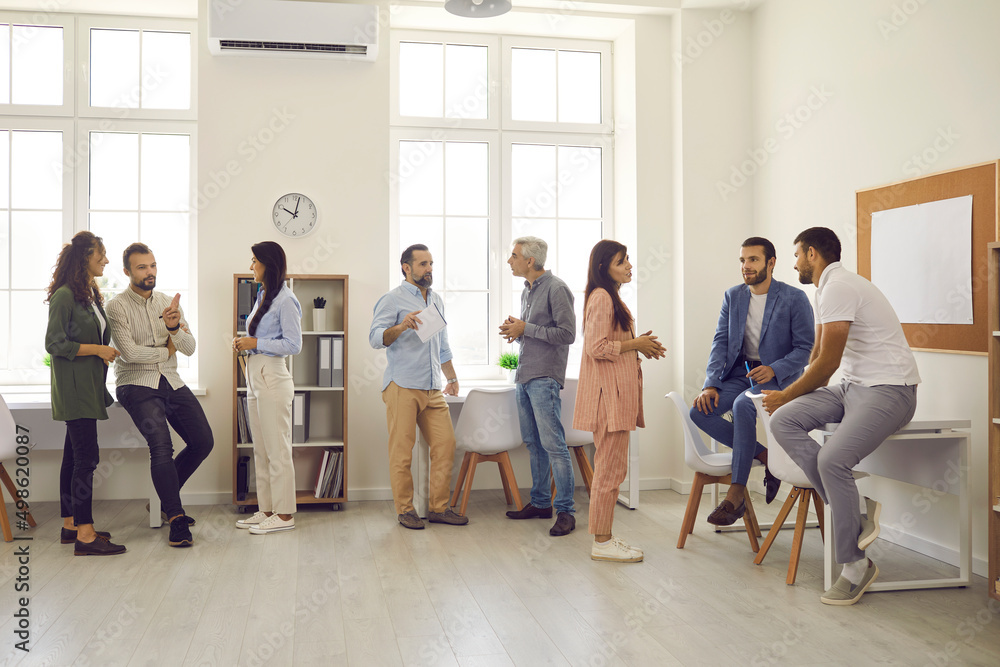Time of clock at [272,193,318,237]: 10:02
